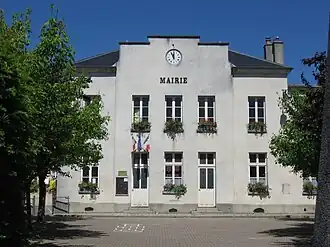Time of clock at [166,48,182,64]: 11:55
